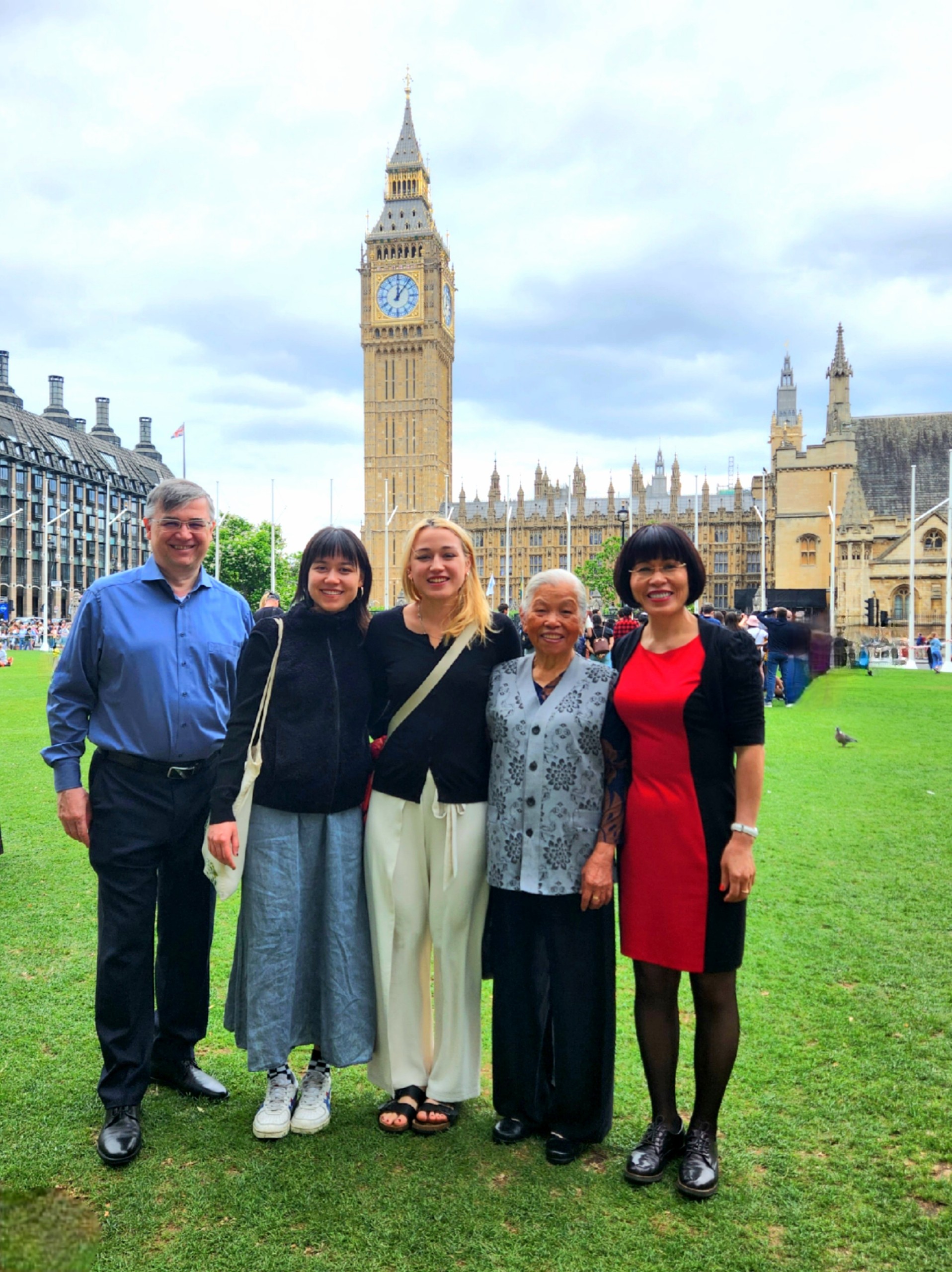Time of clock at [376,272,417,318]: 12:06
